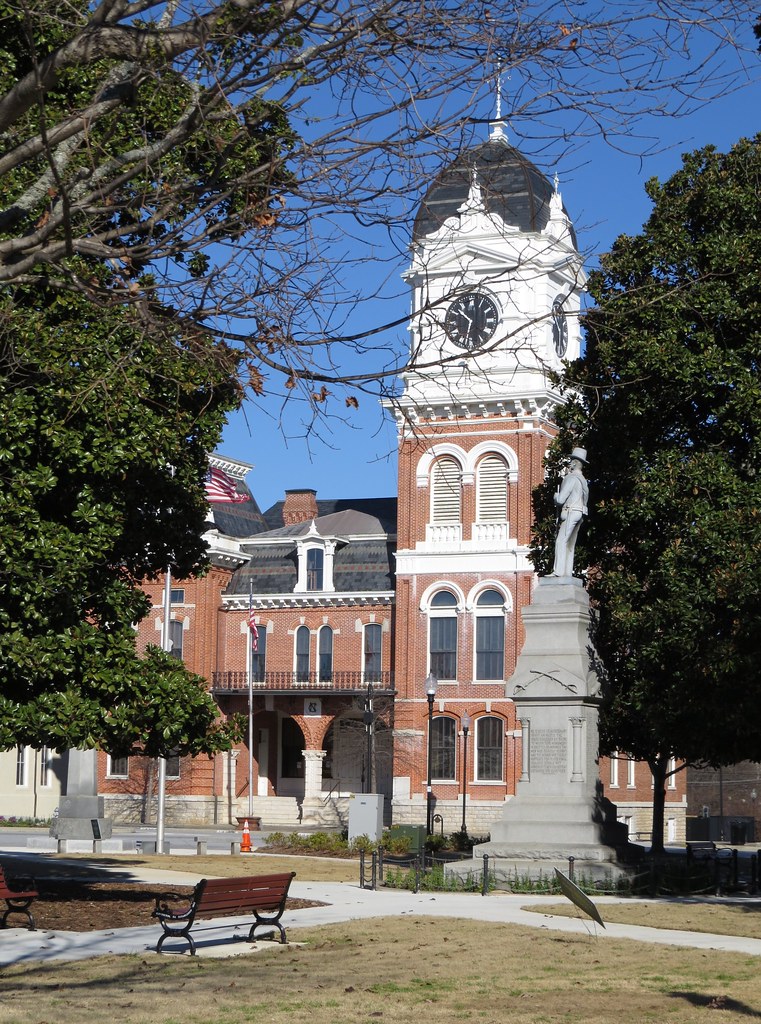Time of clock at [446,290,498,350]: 10:32
